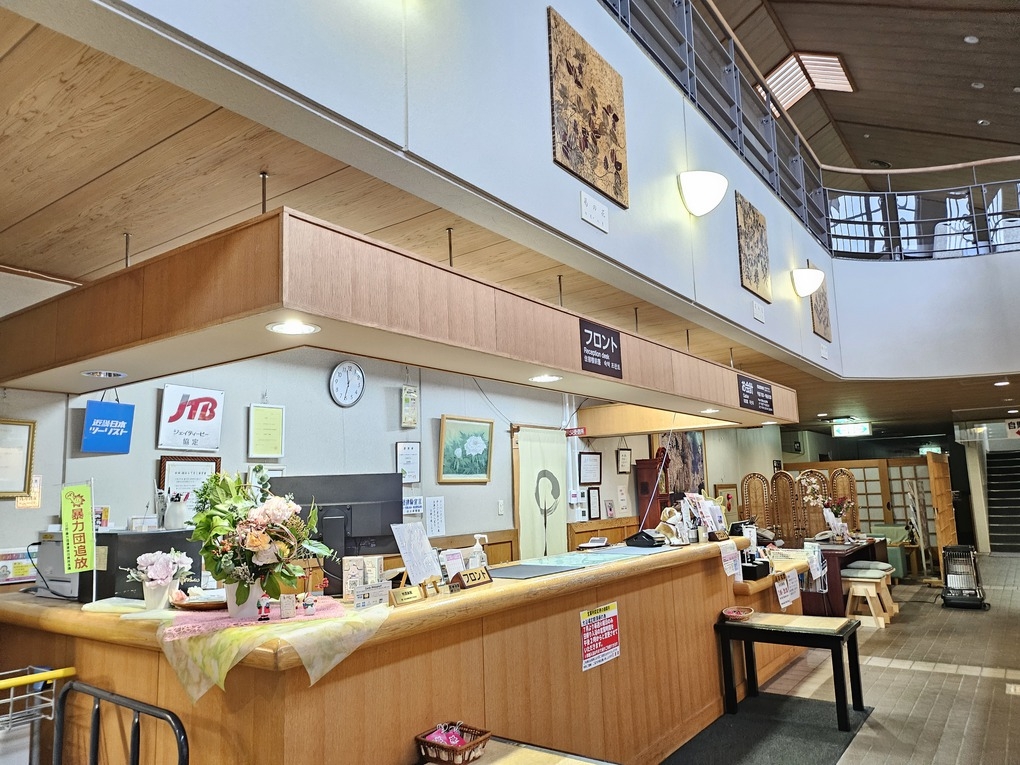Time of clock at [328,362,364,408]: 11:31
